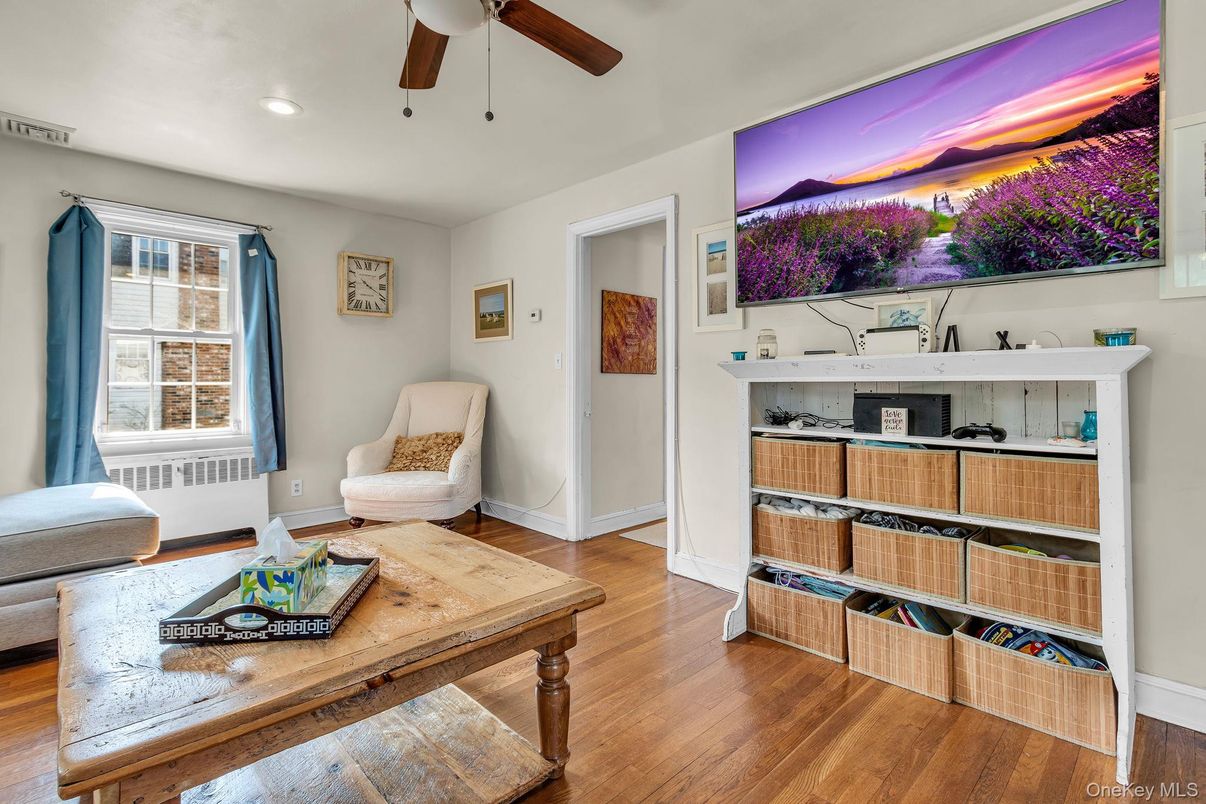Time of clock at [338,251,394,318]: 10:19
